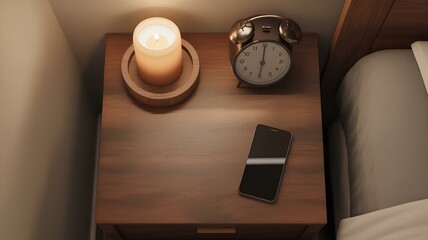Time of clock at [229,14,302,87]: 6:00
